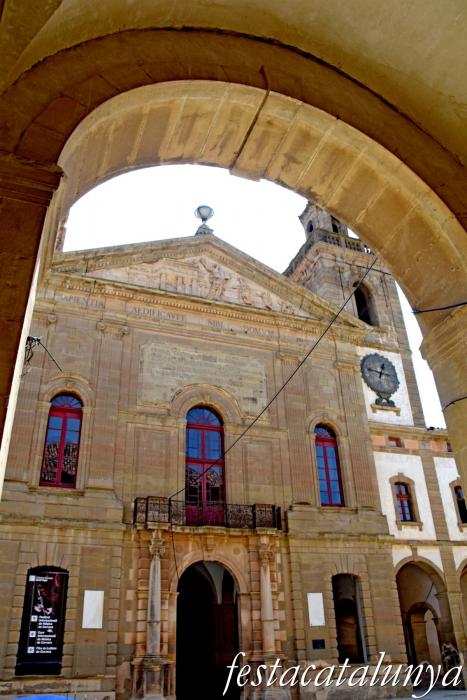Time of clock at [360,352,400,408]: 12:46
